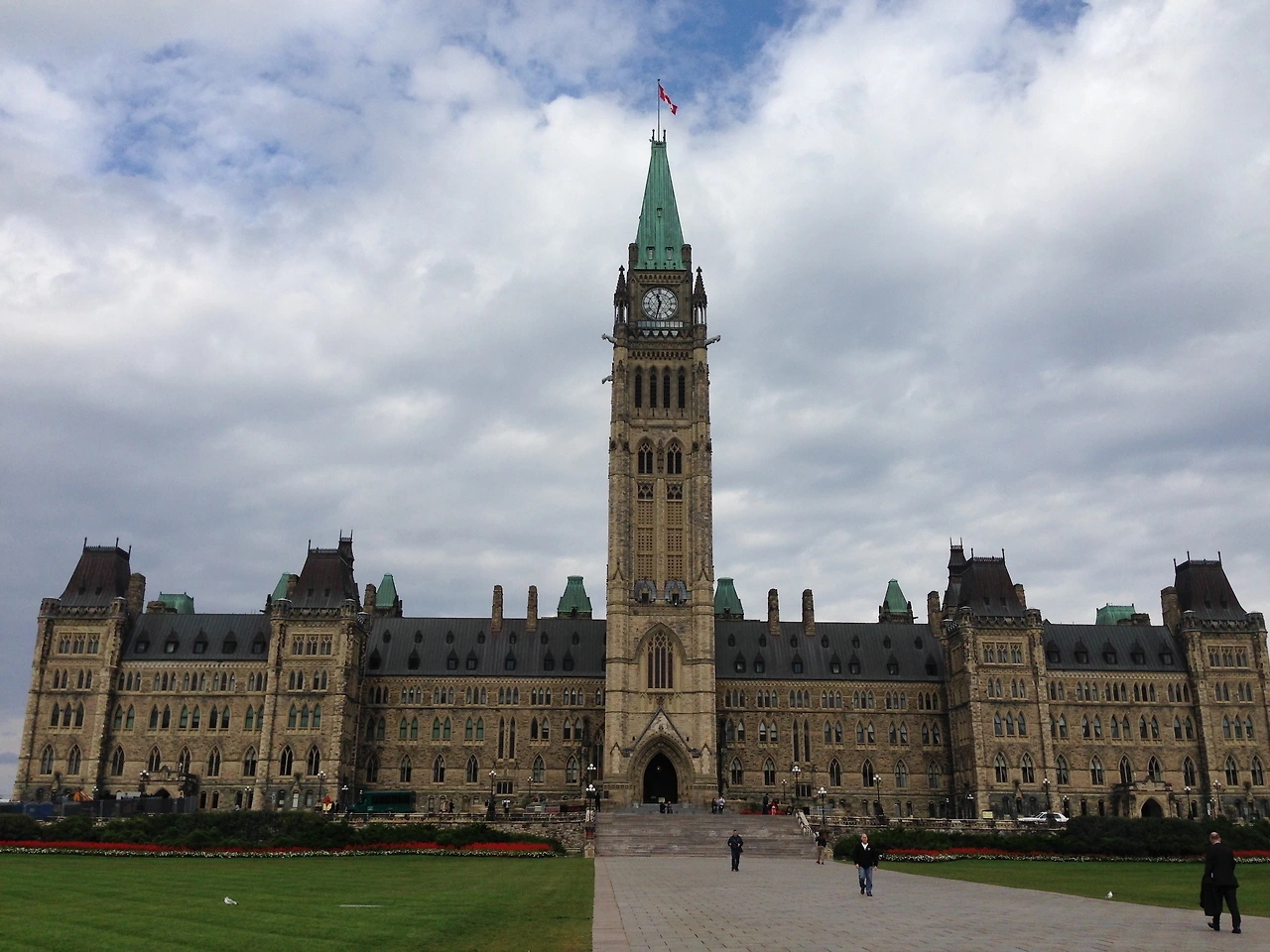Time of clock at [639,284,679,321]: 11:32
